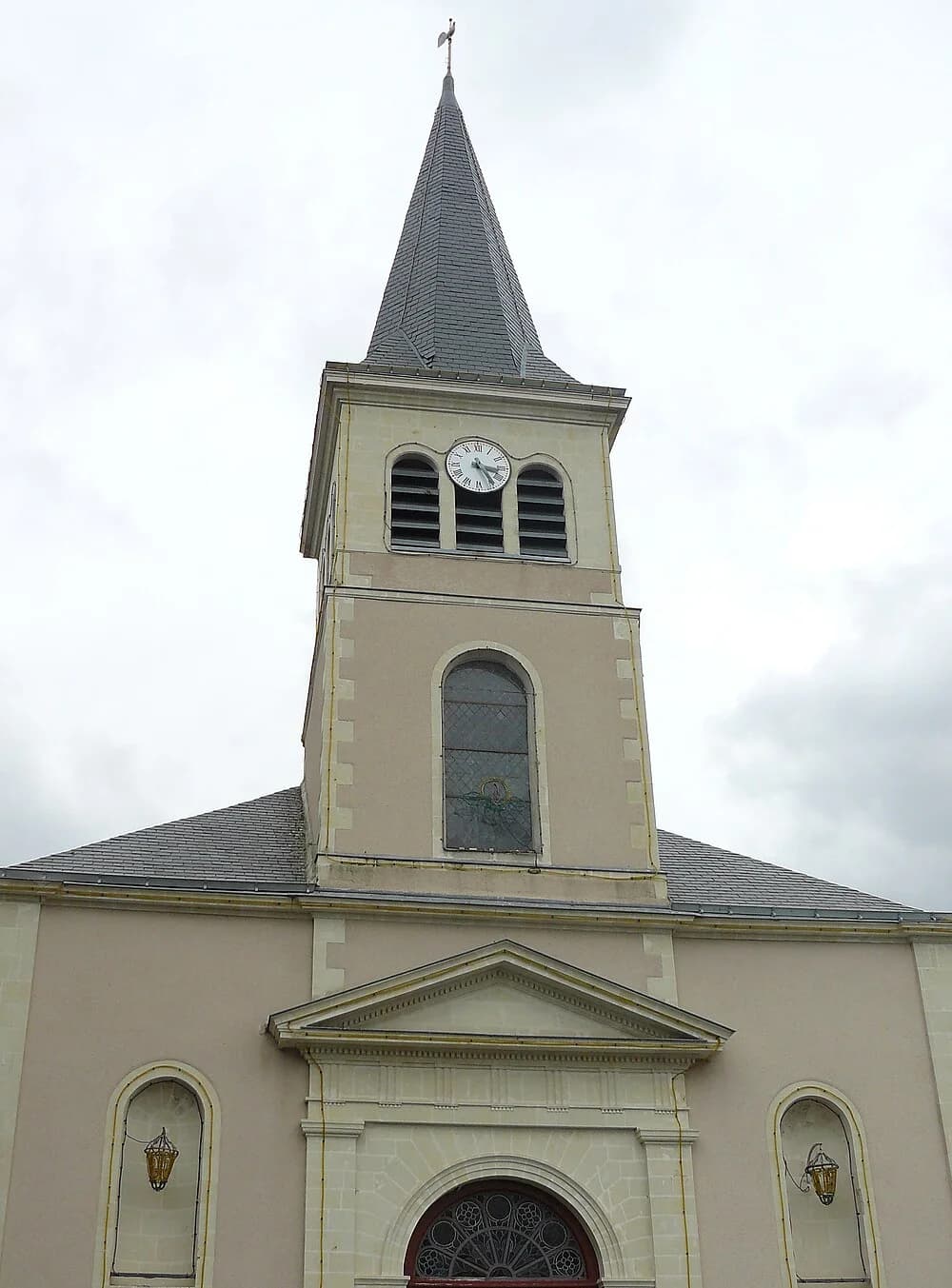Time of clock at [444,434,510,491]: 3:24
